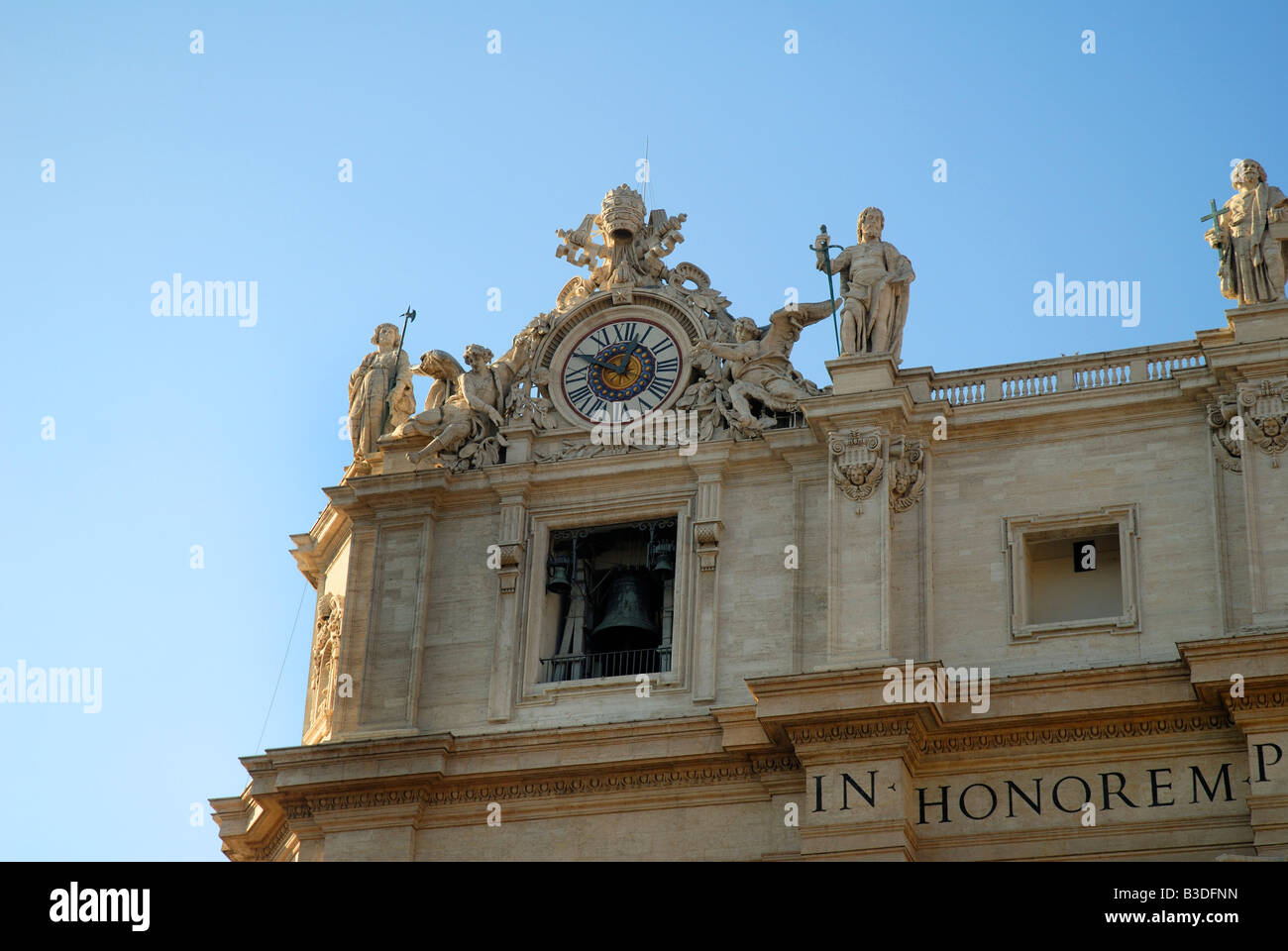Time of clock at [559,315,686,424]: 12:49
